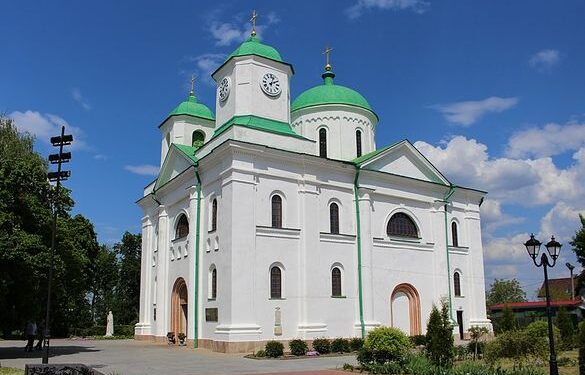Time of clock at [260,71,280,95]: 2:03
